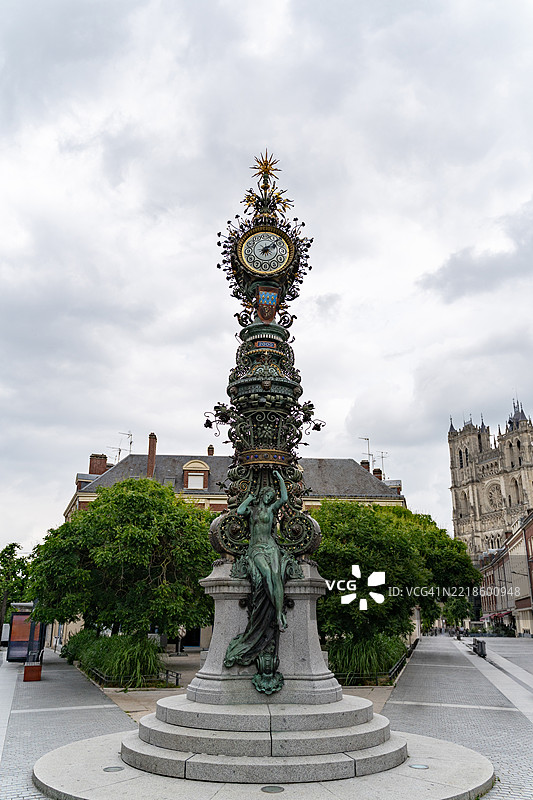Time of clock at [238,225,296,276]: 2:08
